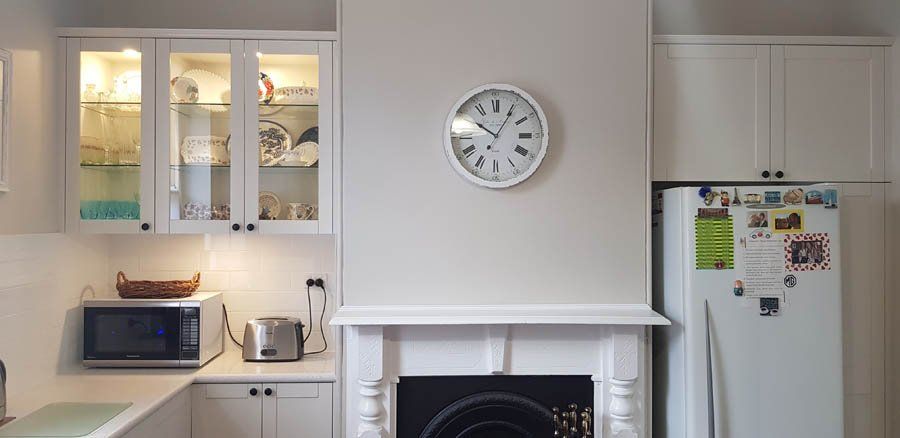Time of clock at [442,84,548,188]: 10:05
